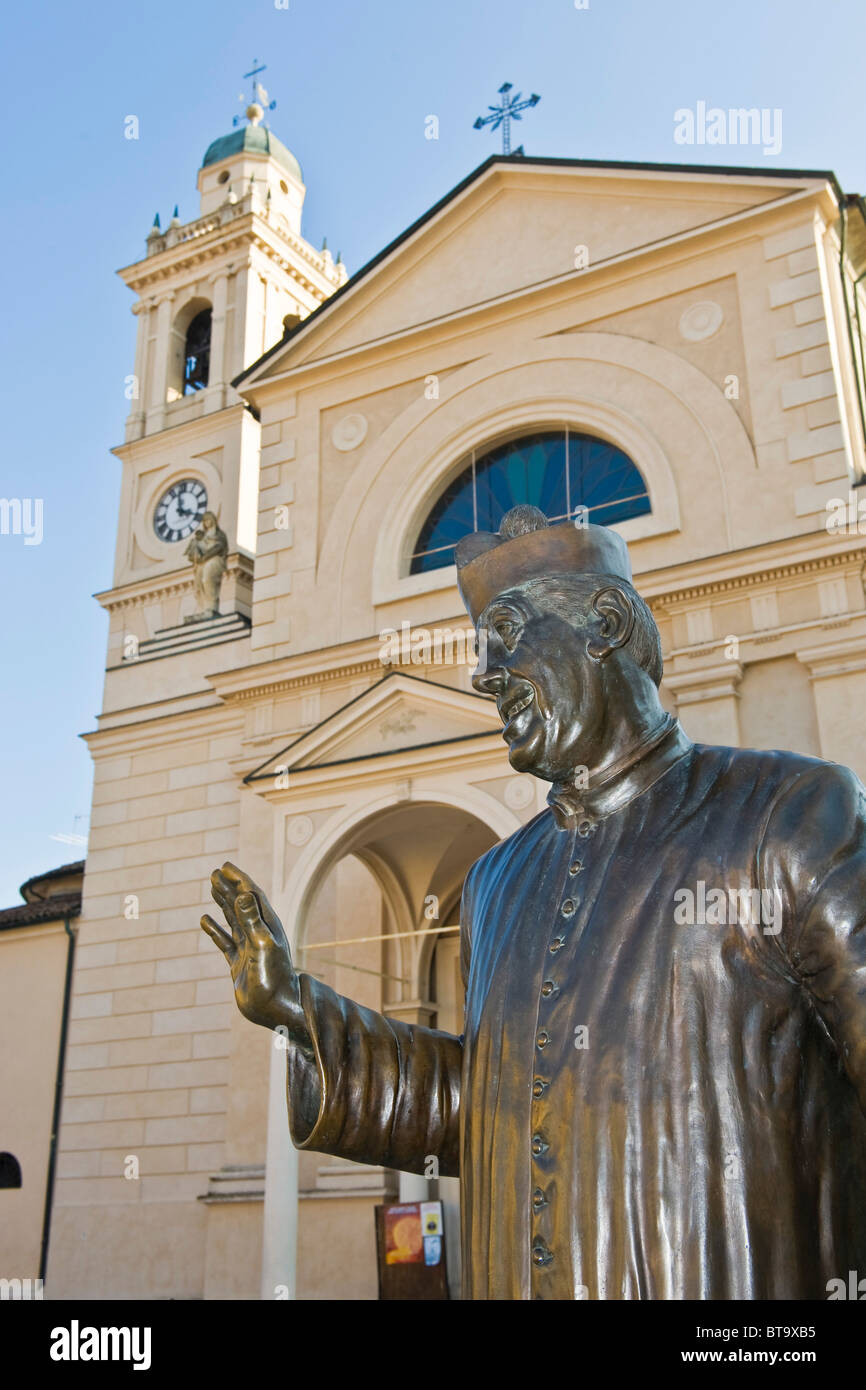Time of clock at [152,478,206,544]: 3:58
